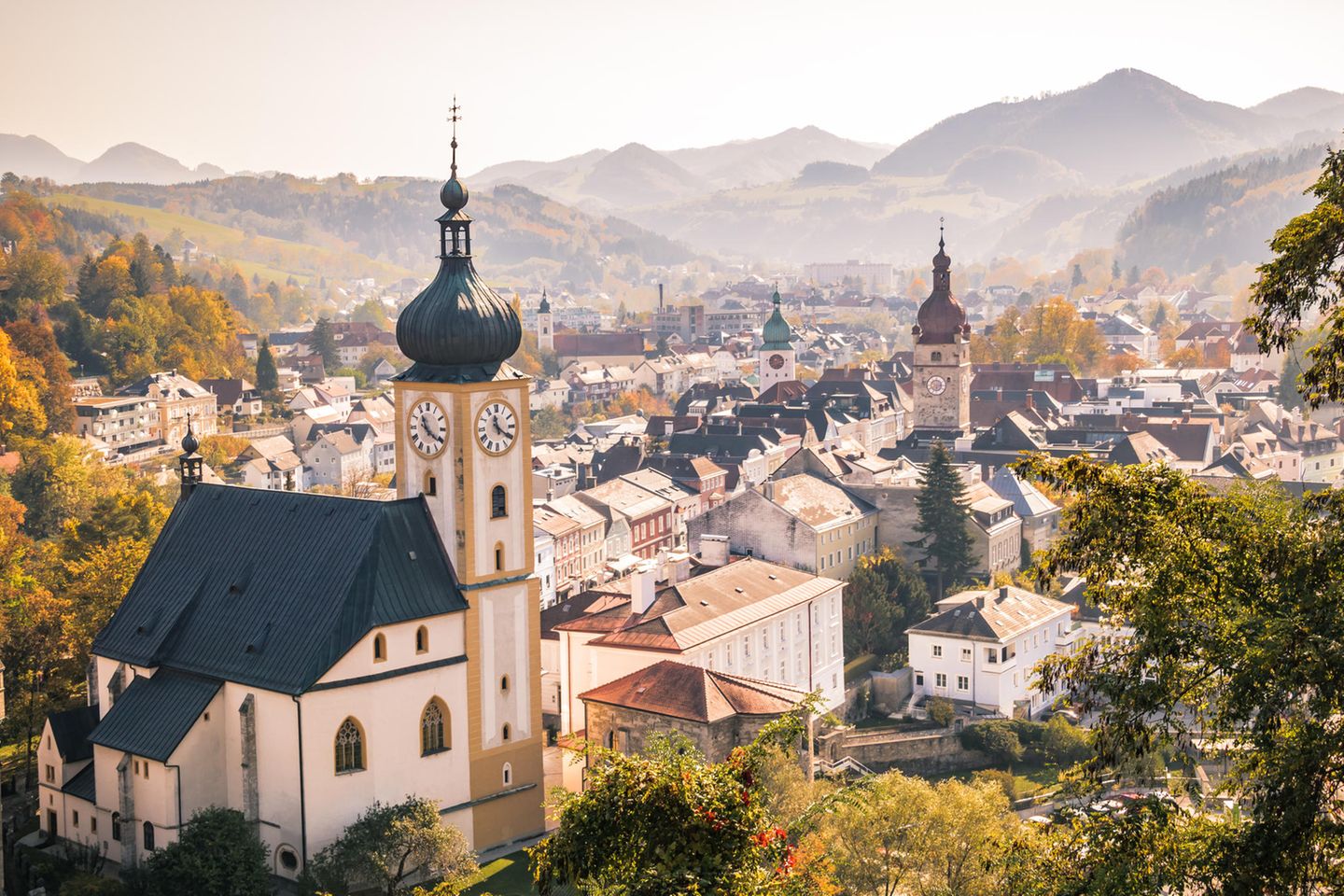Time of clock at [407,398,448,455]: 11:21
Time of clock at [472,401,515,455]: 11:20
